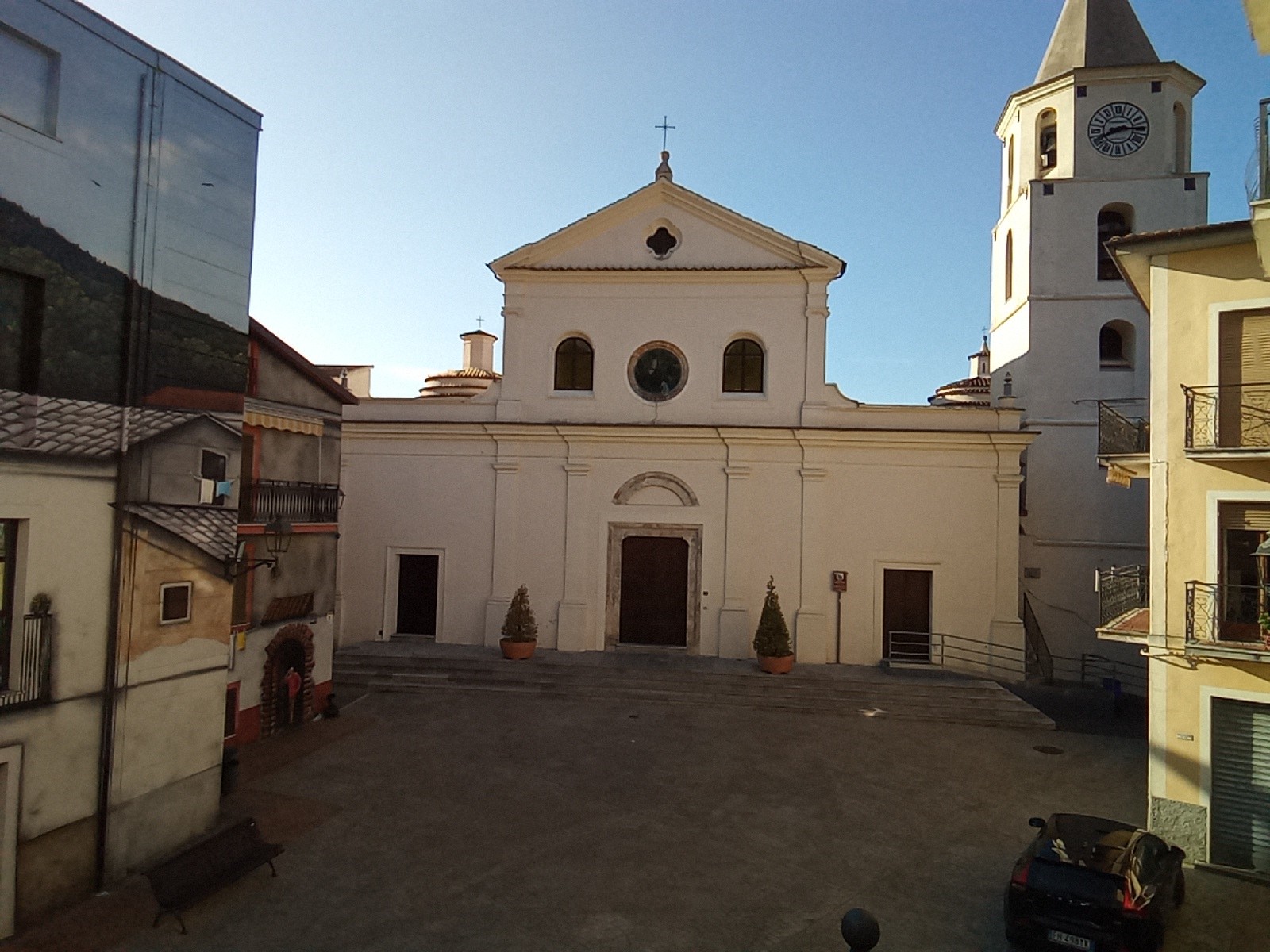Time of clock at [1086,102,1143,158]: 8:14
